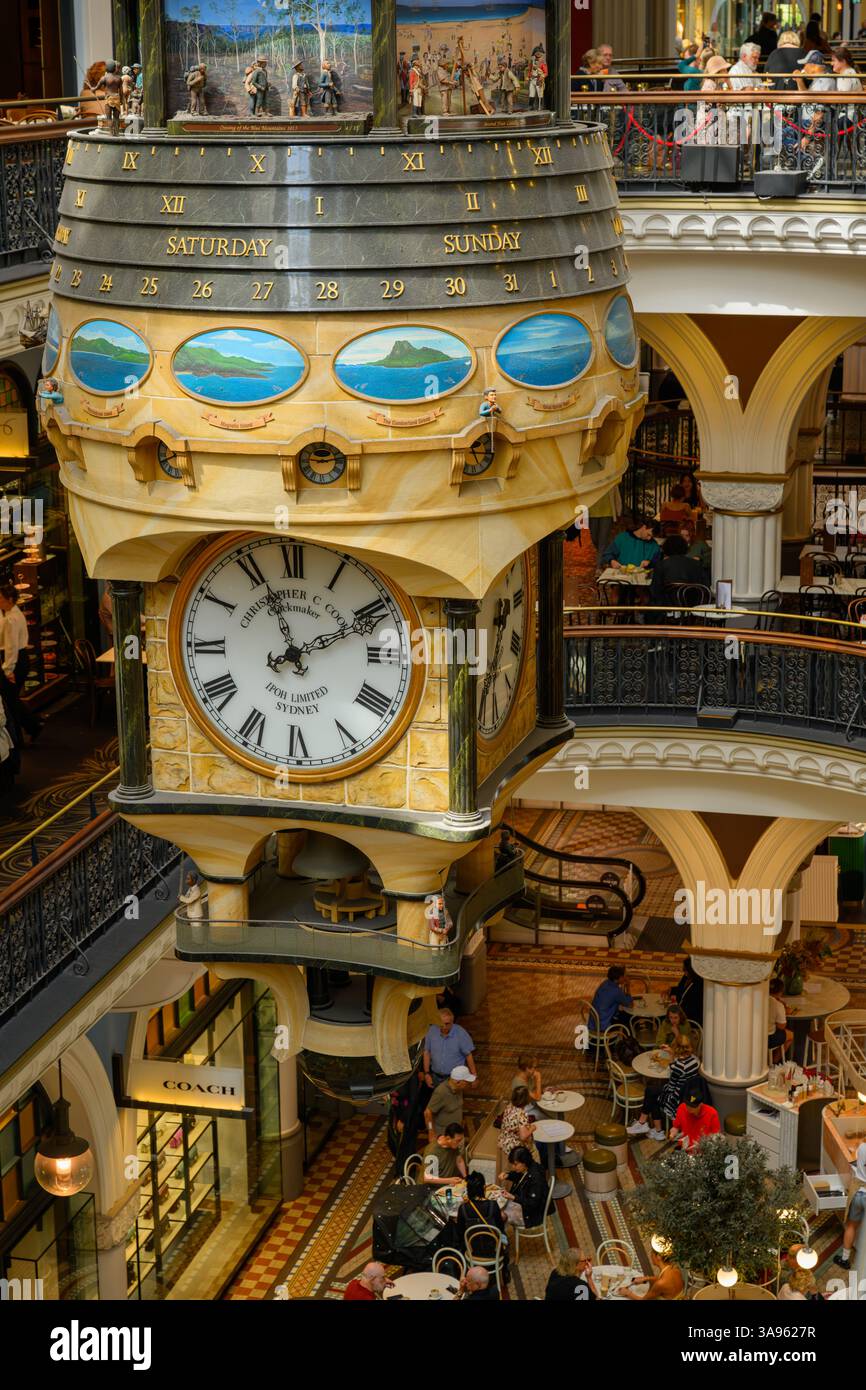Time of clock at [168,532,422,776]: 11:10
